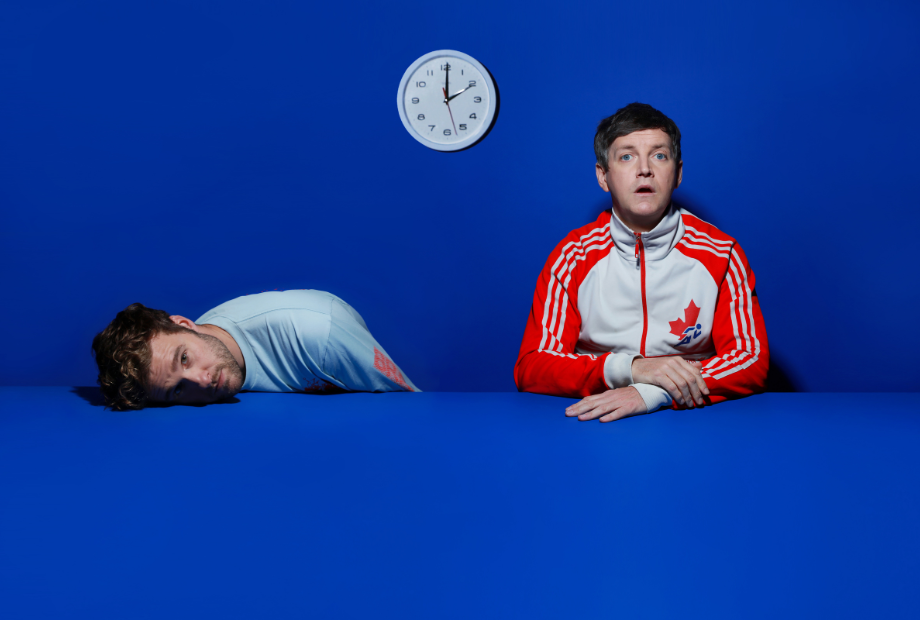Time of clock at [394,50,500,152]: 2:00
